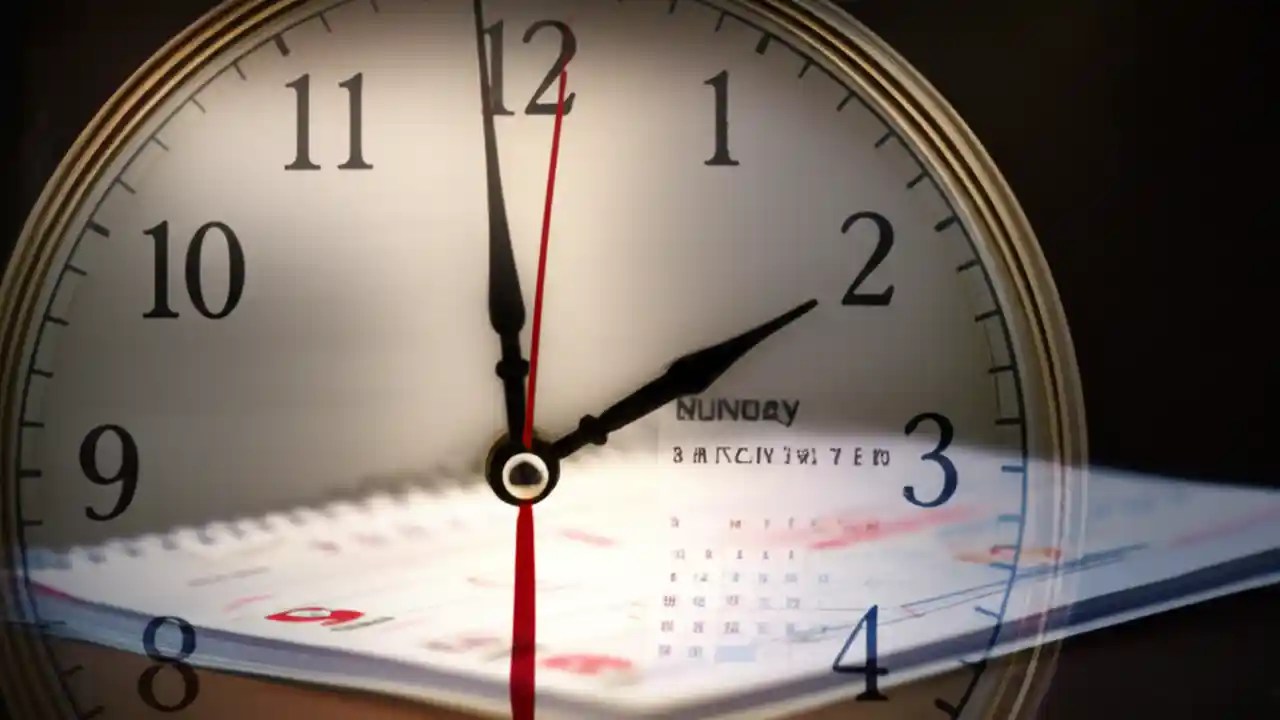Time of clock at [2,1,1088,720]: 1:59
